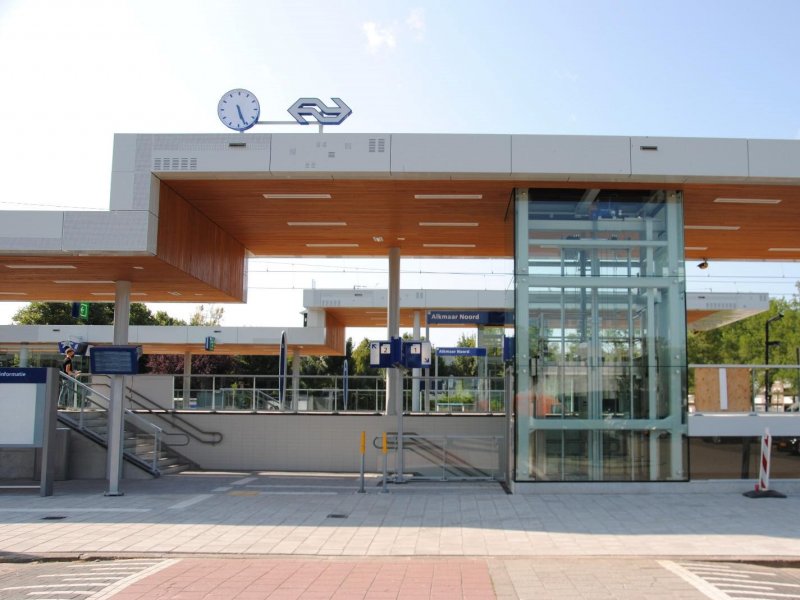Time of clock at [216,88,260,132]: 5:26
